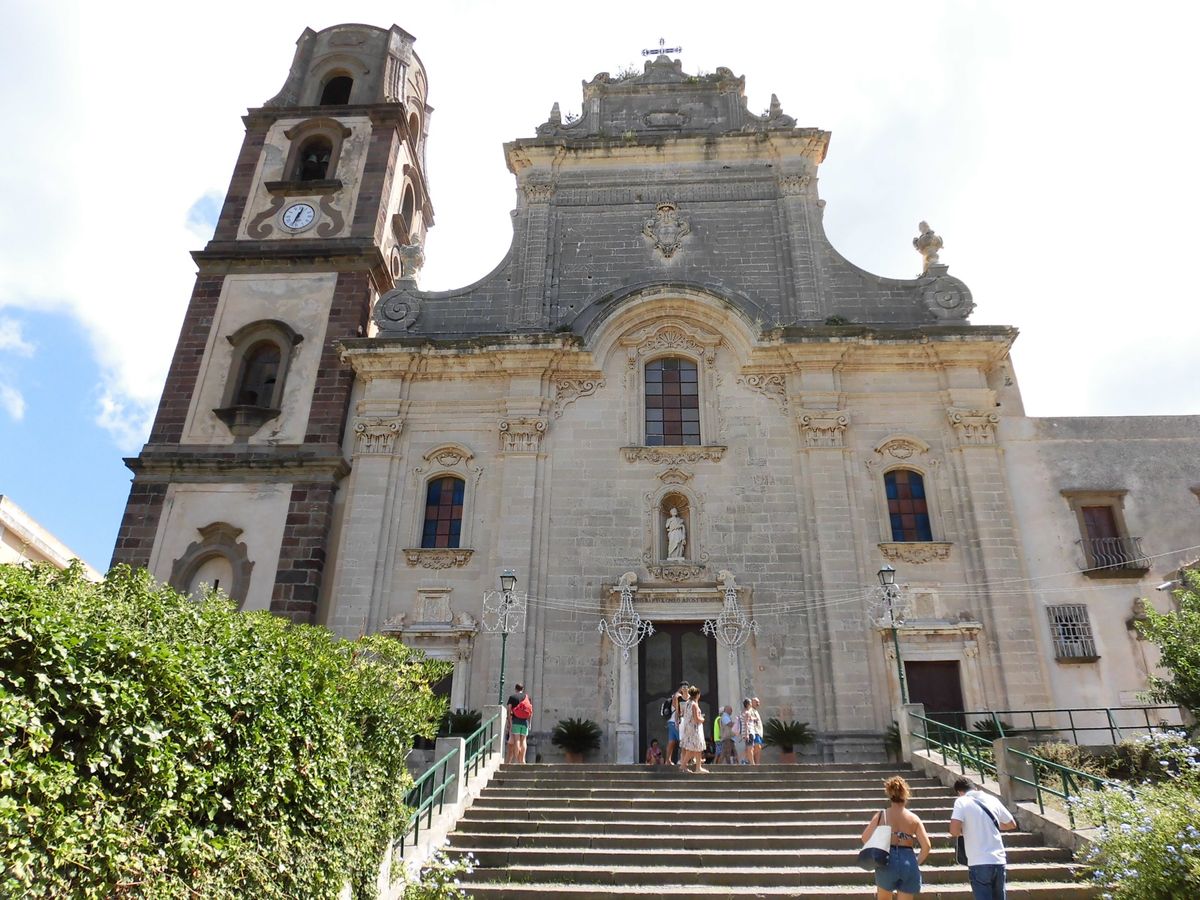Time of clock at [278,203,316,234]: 12:33
